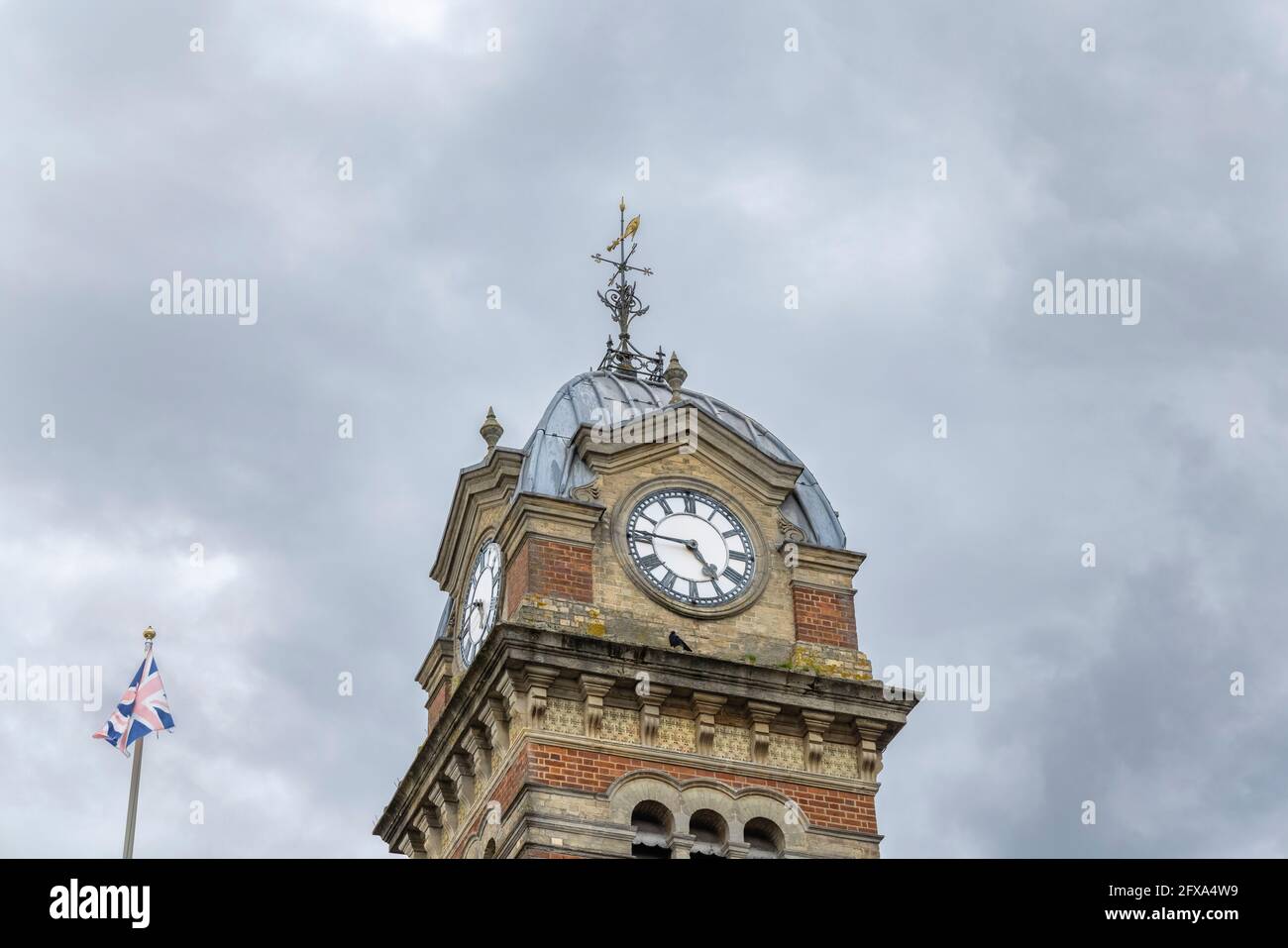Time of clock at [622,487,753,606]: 4:46
